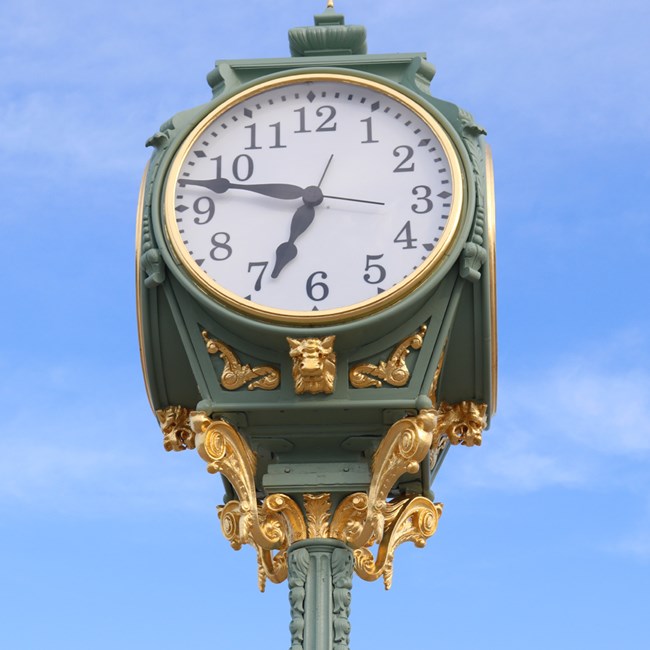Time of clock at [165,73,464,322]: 6:47
